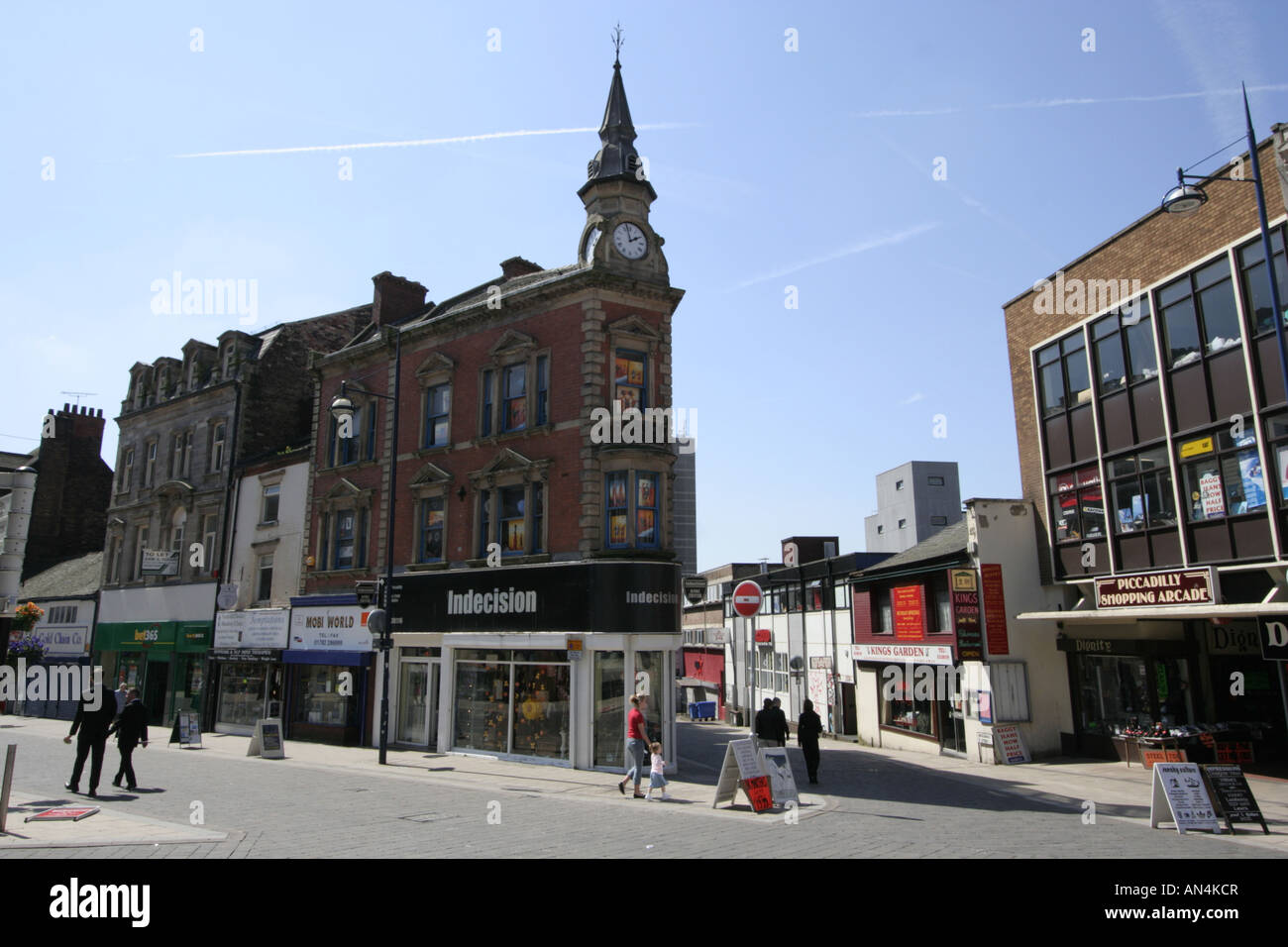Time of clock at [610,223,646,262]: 1:57
